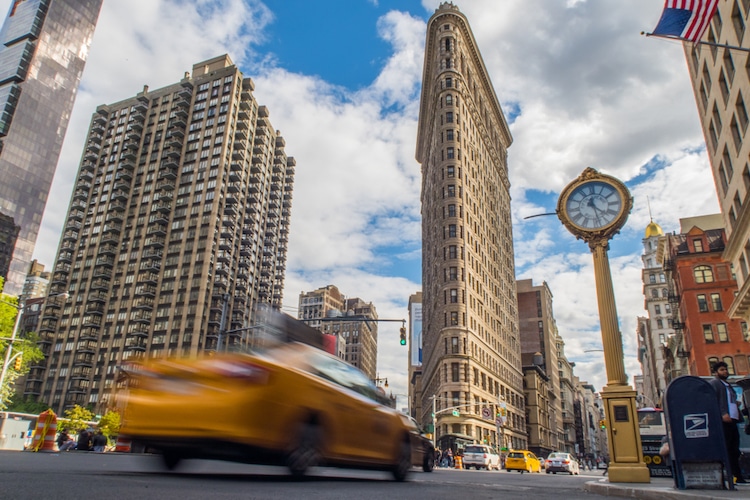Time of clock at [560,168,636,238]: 4:27
